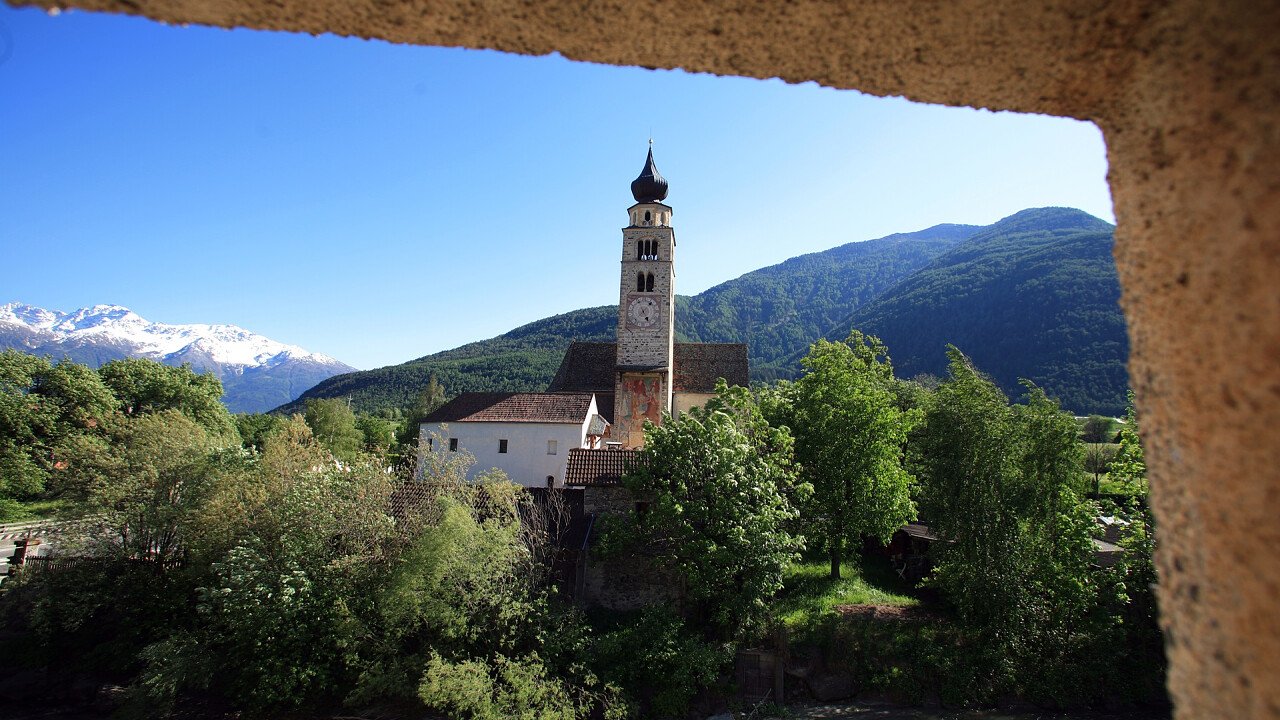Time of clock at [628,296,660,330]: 5:06
